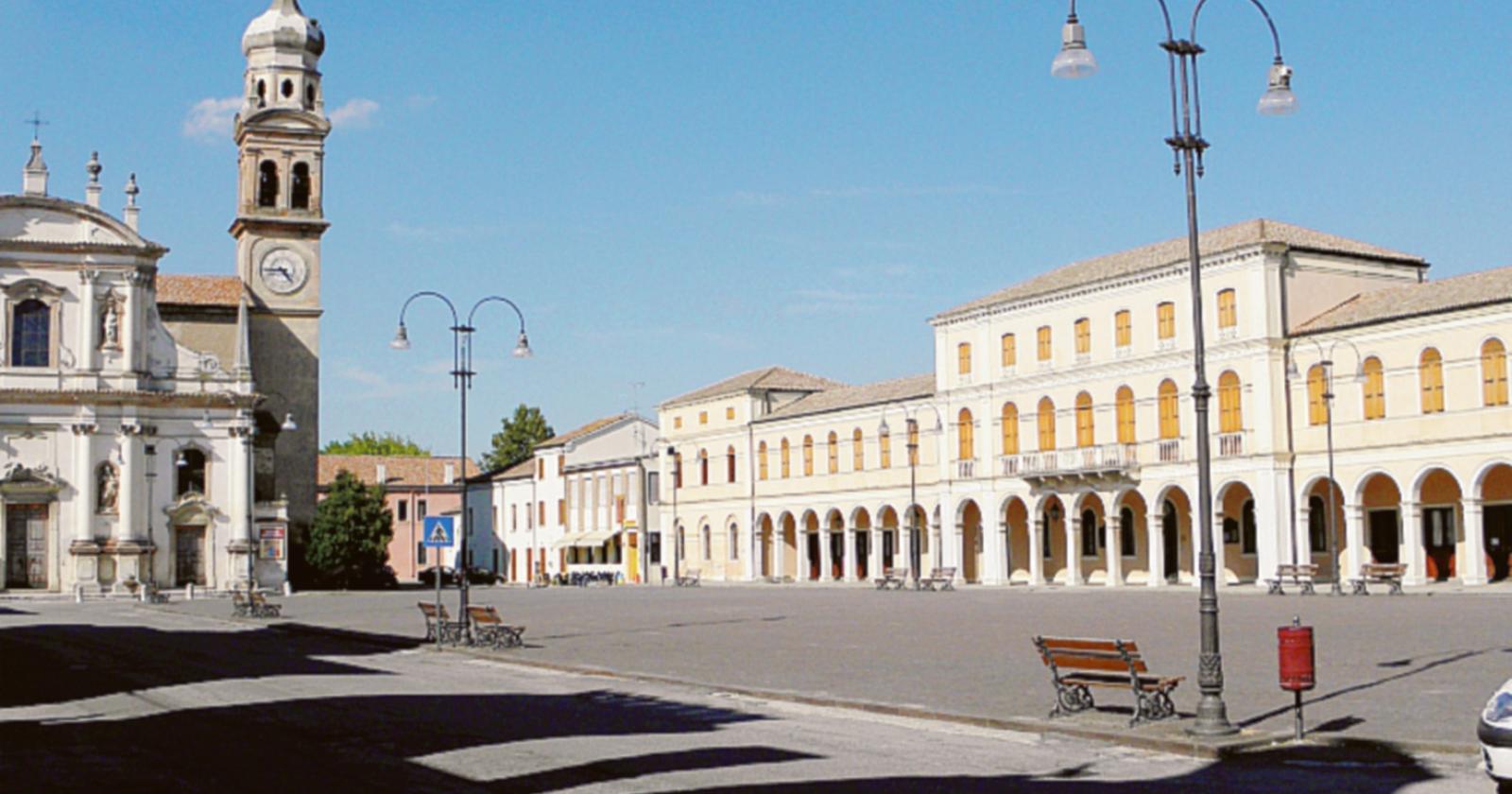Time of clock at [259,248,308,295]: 4:44
